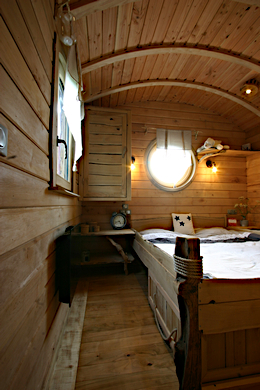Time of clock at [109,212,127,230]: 4:42
